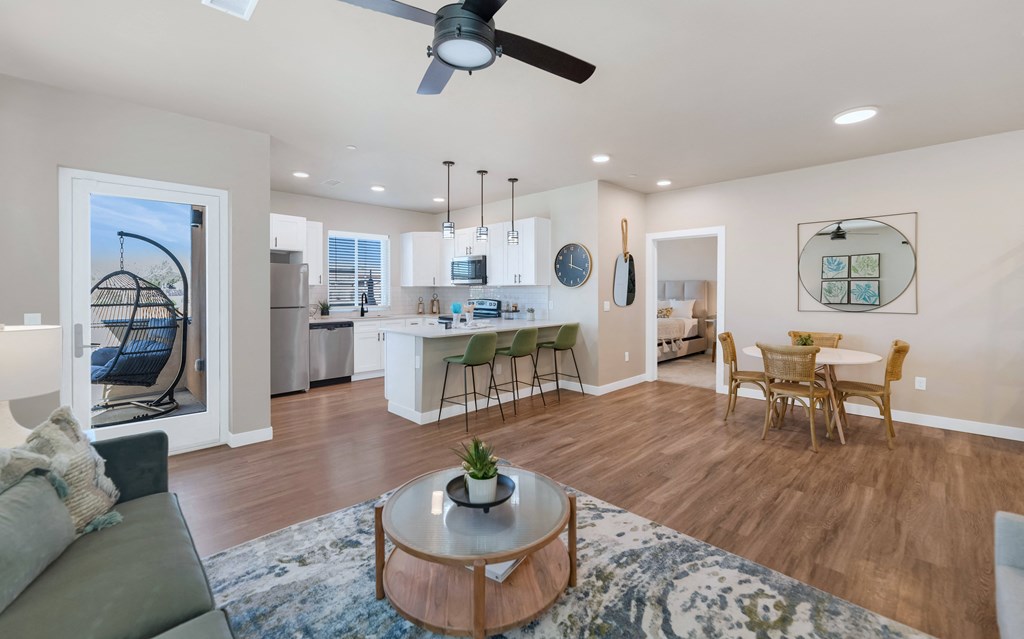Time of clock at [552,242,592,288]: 12:18
